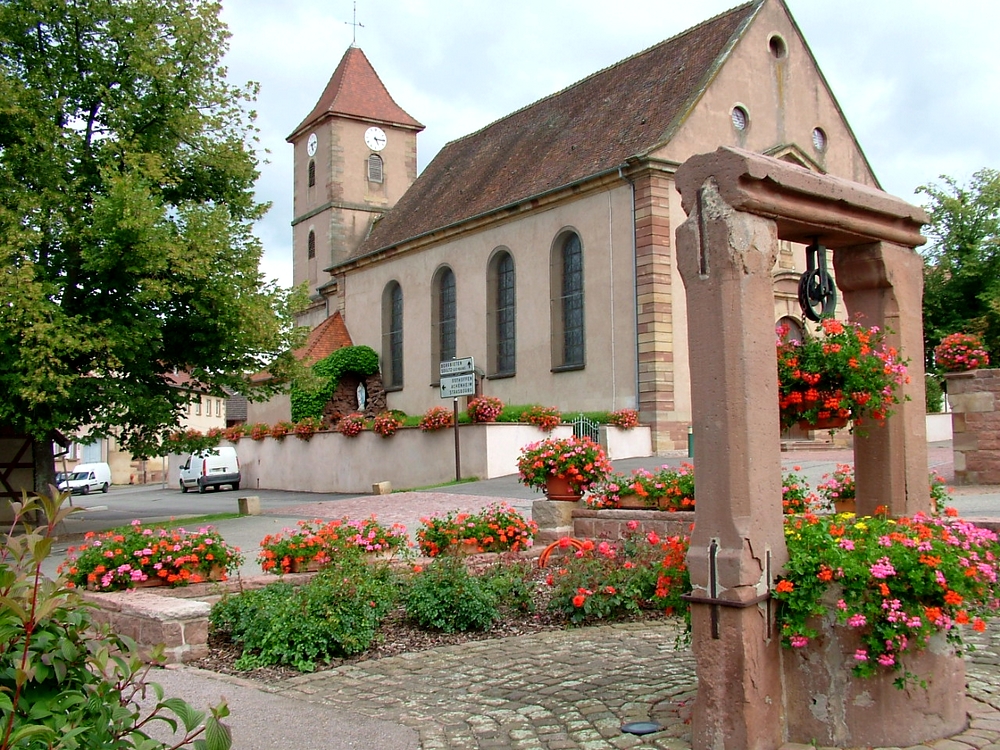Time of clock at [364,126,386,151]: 5:15
